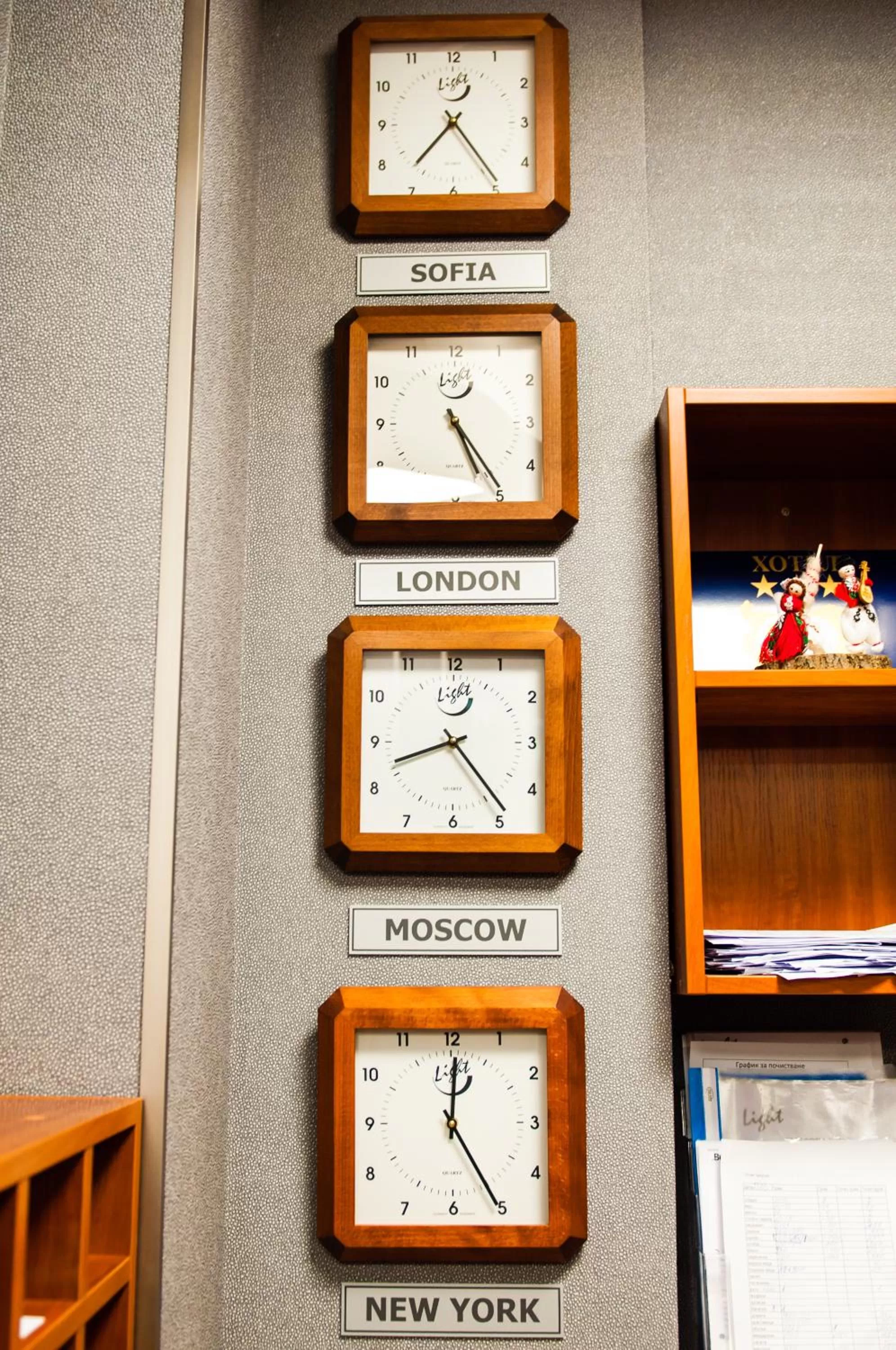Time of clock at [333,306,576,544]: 5:24
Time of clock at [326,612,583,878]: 8:23
